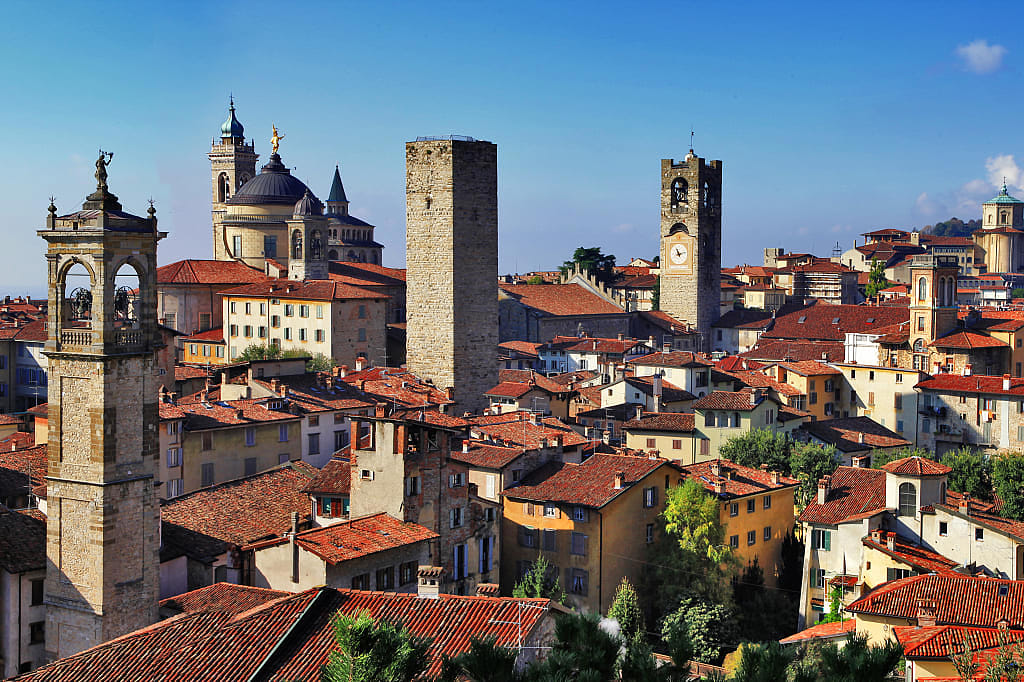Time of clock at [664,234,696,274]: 11:12
